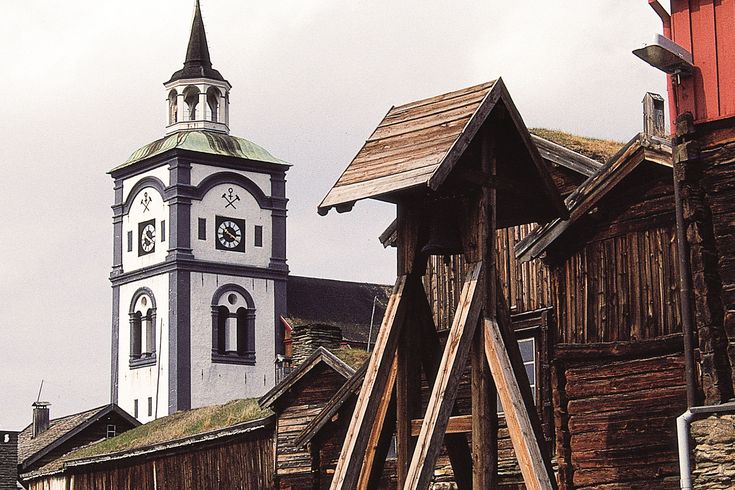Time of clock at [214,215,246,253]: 10:20
